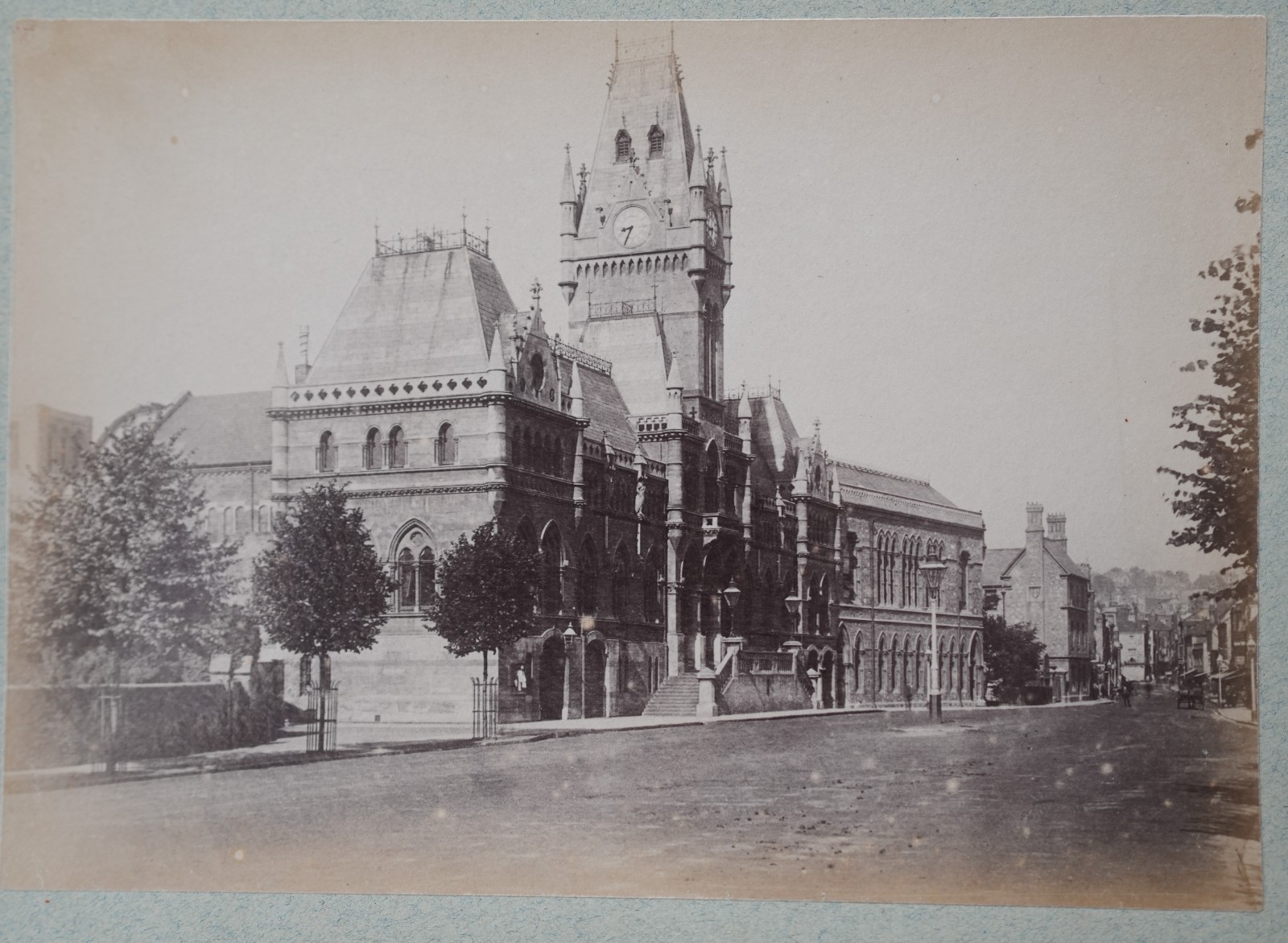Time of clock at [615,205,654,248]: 8:34
